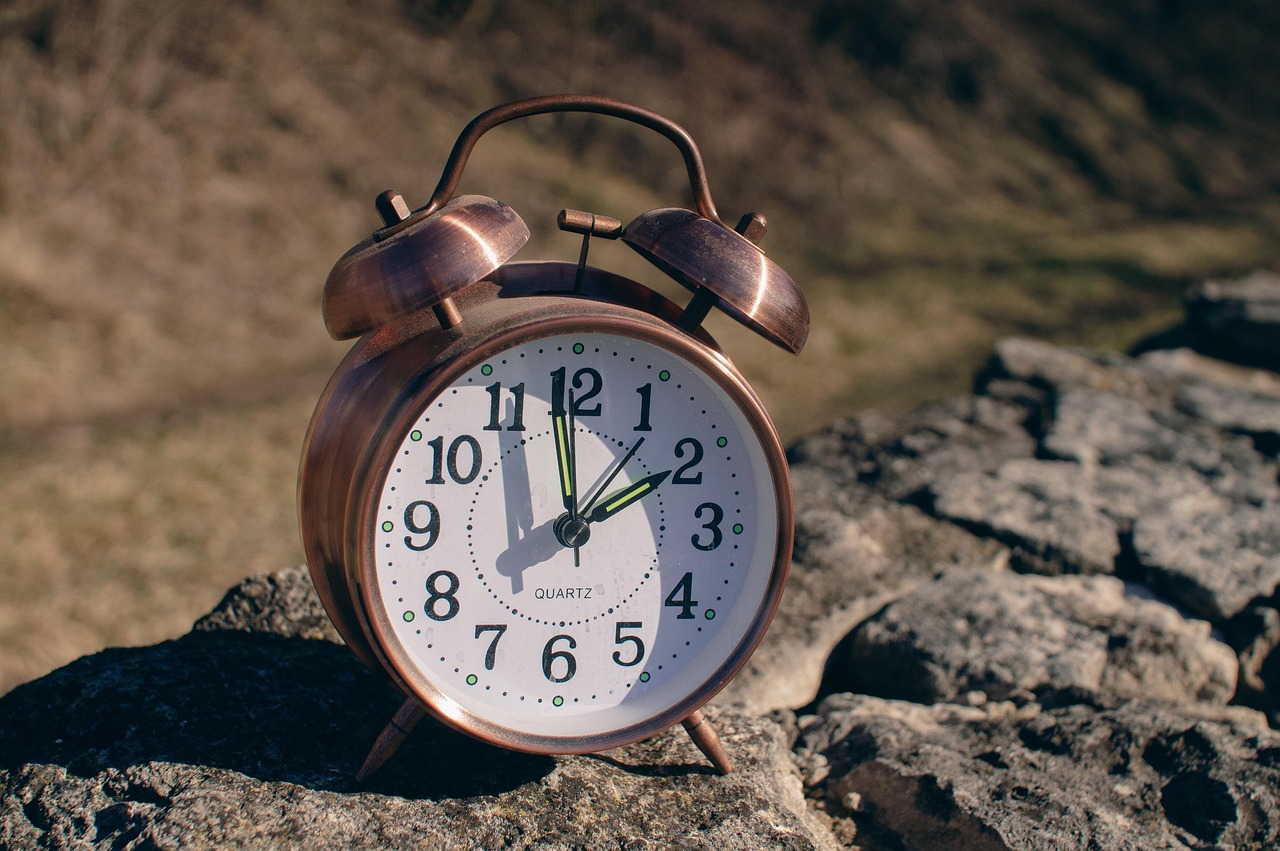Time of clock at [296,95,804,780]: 1:59
